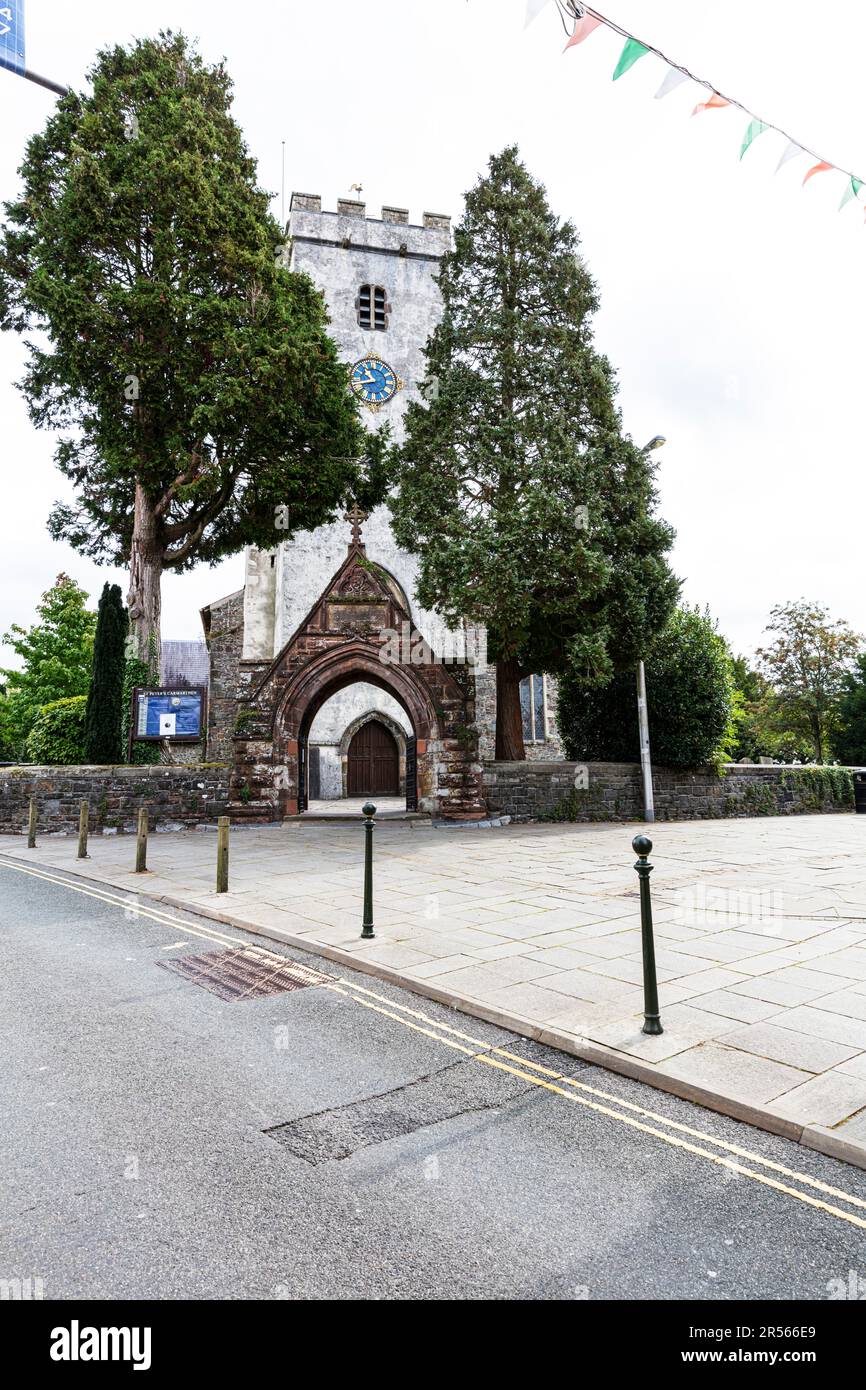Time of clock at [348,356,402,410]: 10:42
